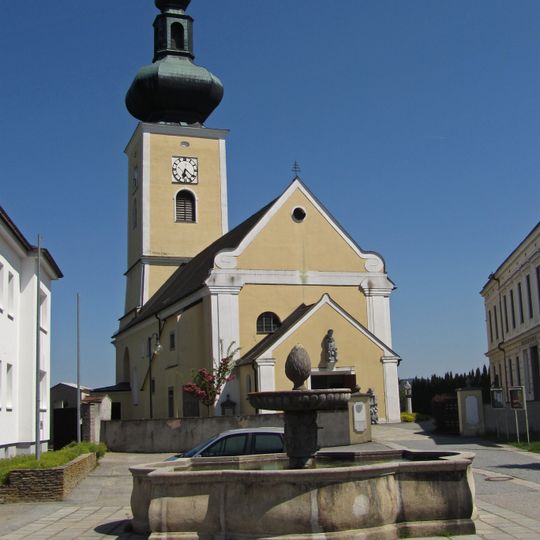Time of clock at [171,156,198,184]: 6:21
